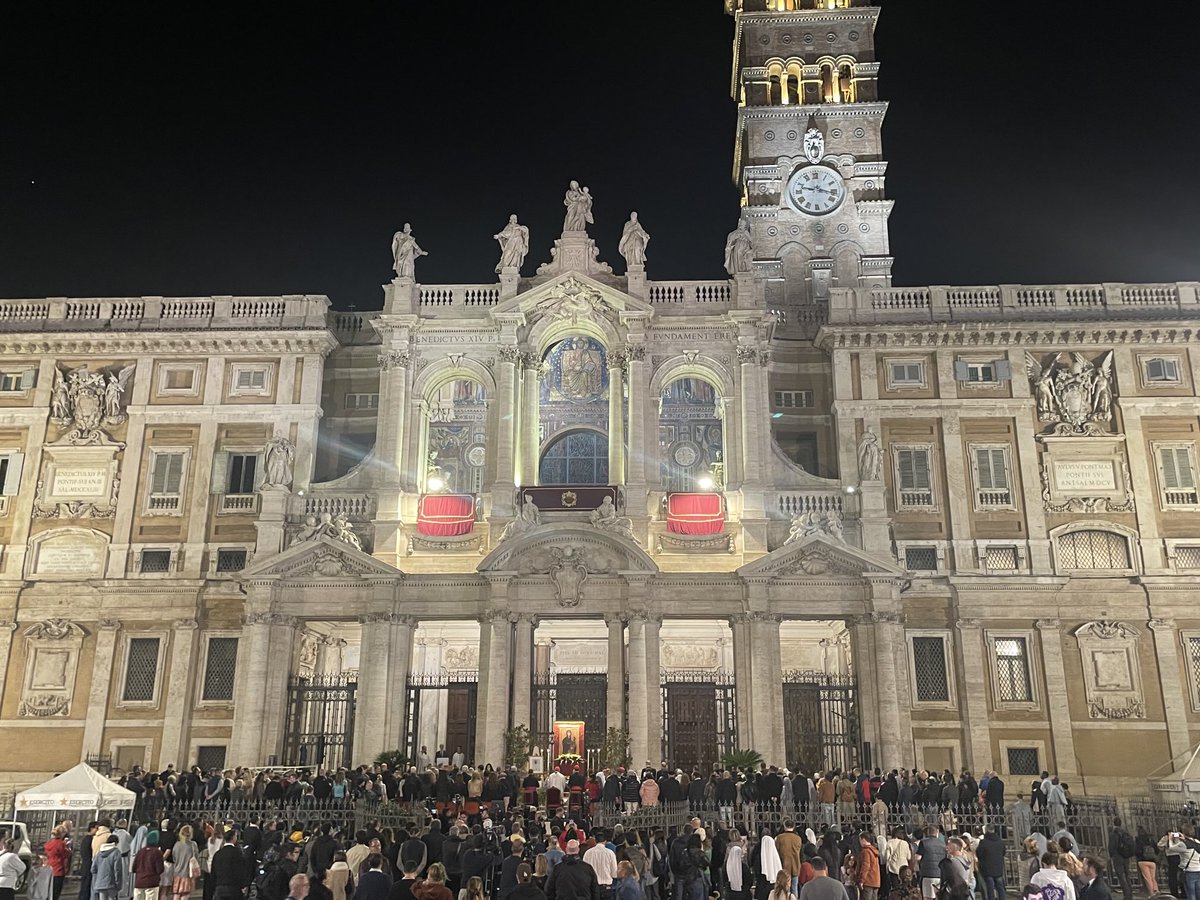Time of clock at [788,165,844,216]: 9:17
